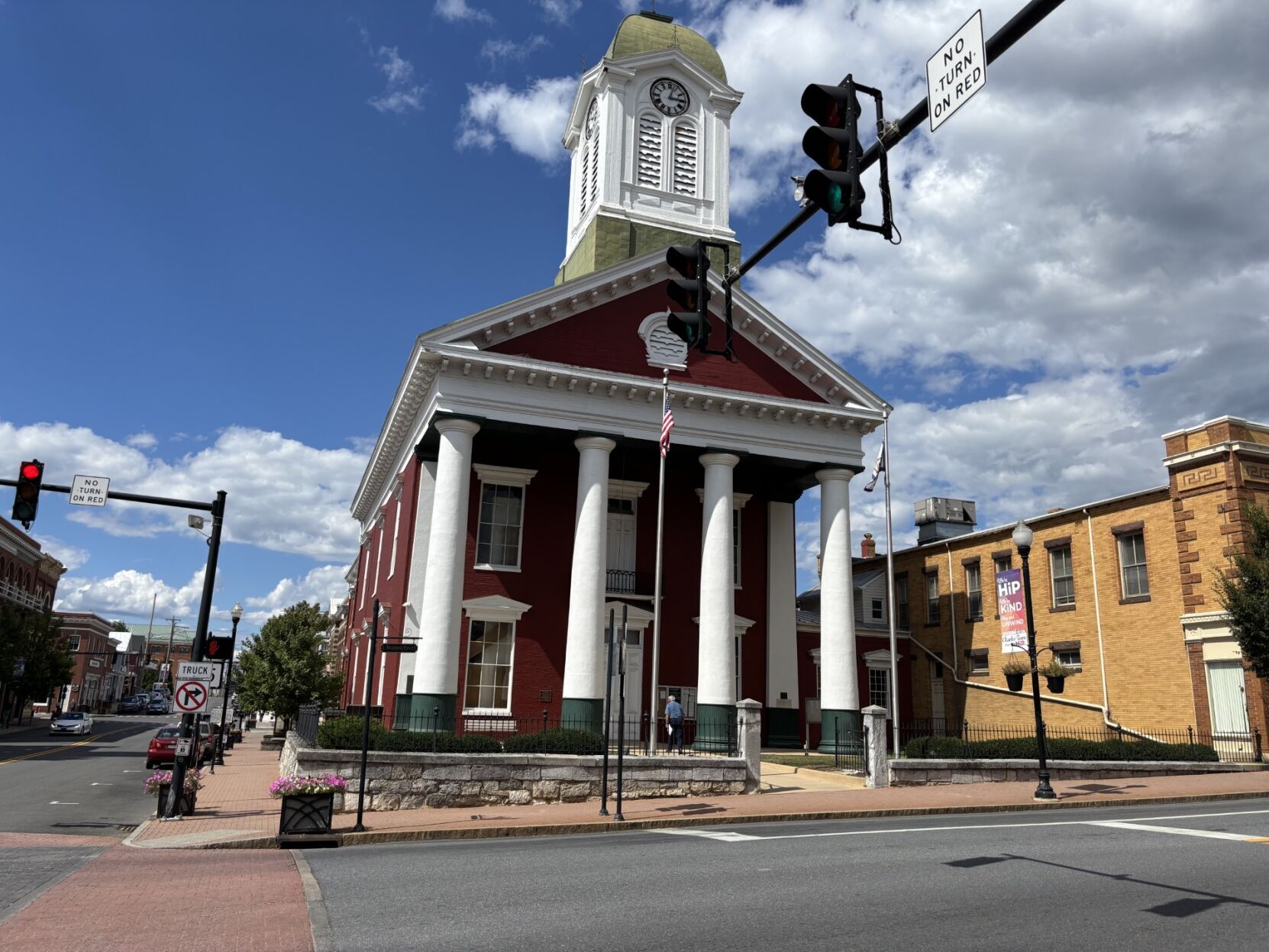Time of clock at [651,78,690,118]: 3:02
